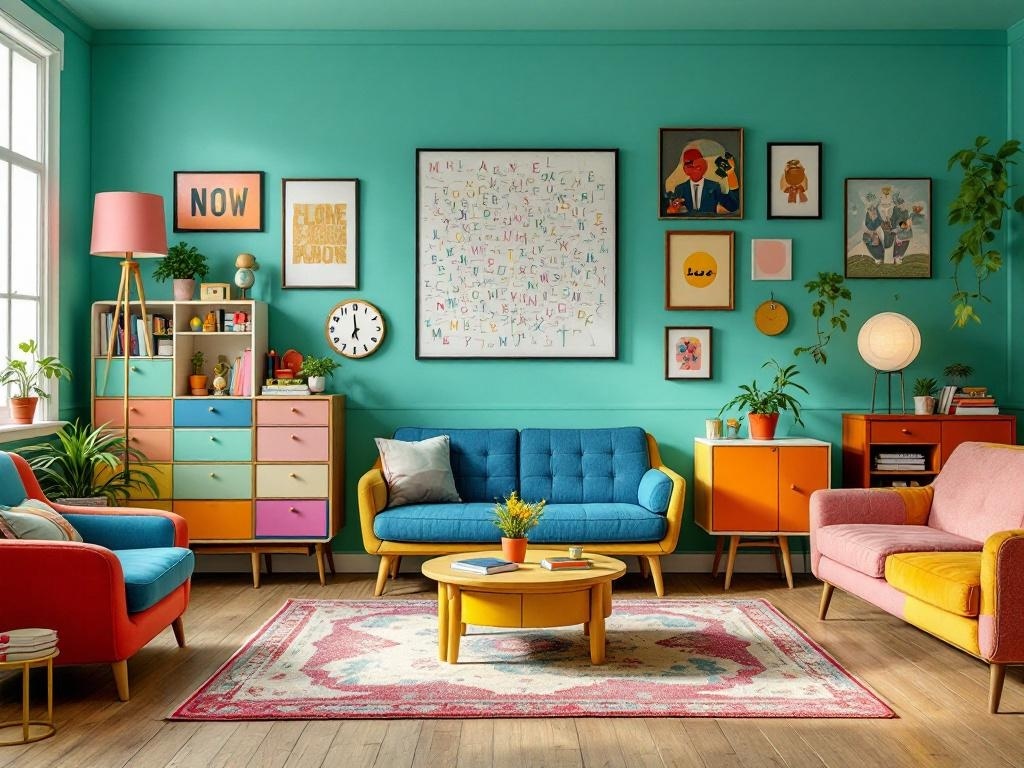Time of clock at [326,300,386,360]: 6:59
